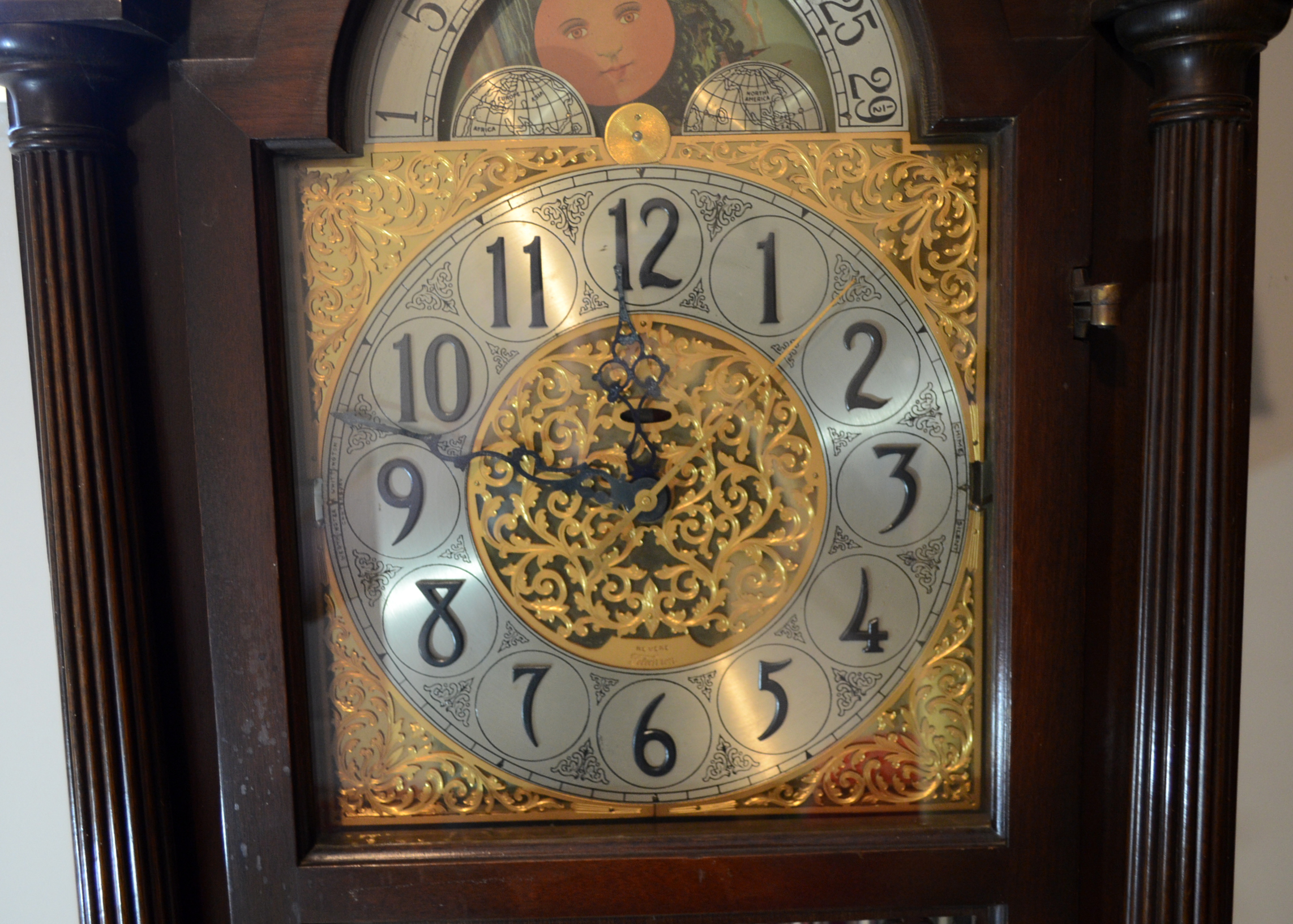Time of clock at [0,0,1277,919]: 11:47
